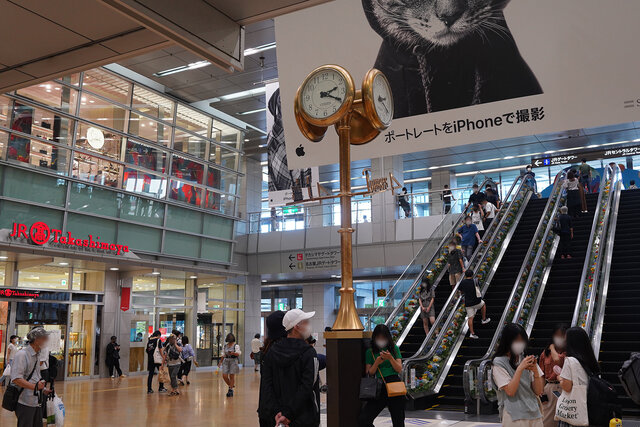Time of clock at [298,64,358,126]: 2:19
